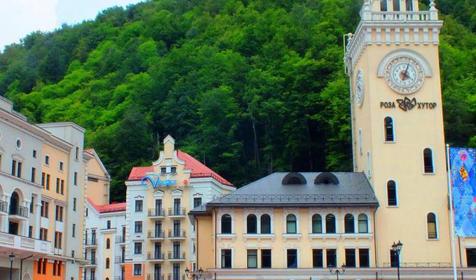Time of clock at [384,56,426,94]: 4:02
